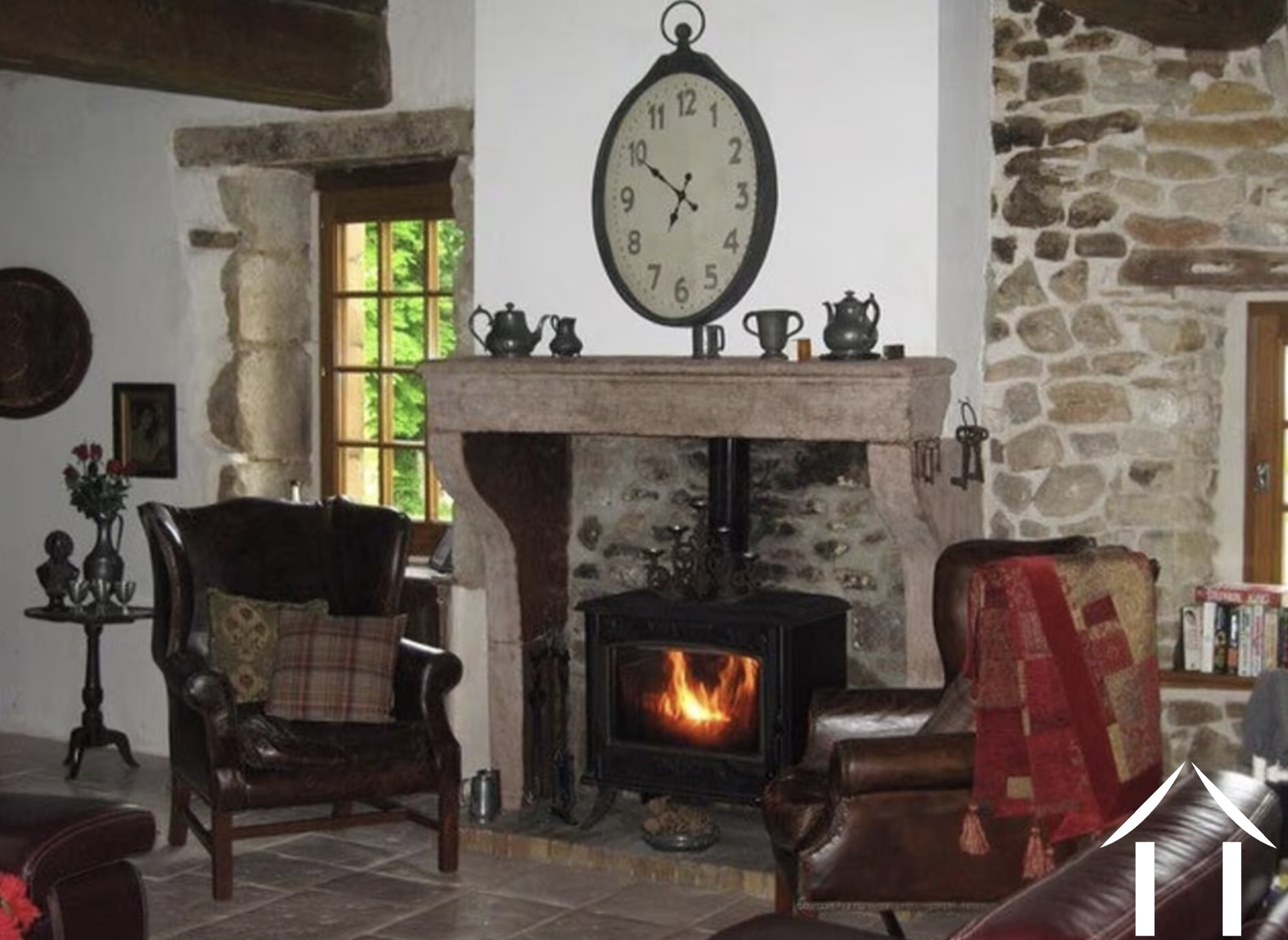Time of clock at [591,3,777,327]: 6:49
